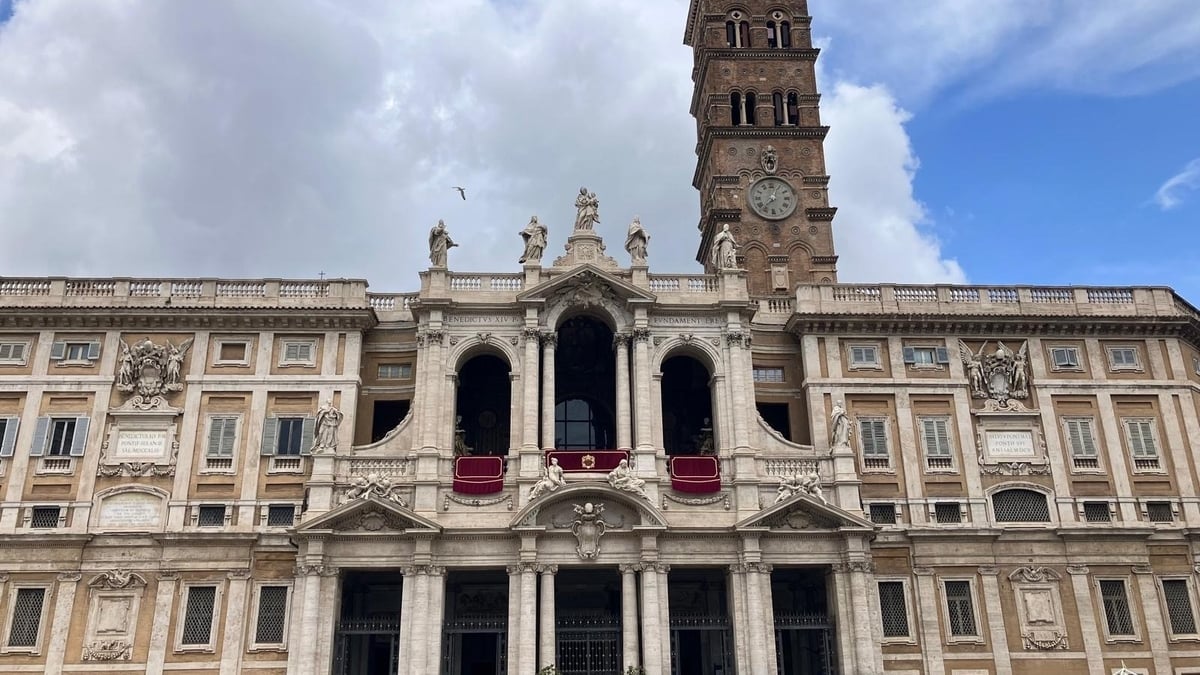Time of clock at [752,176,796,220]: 12:37
